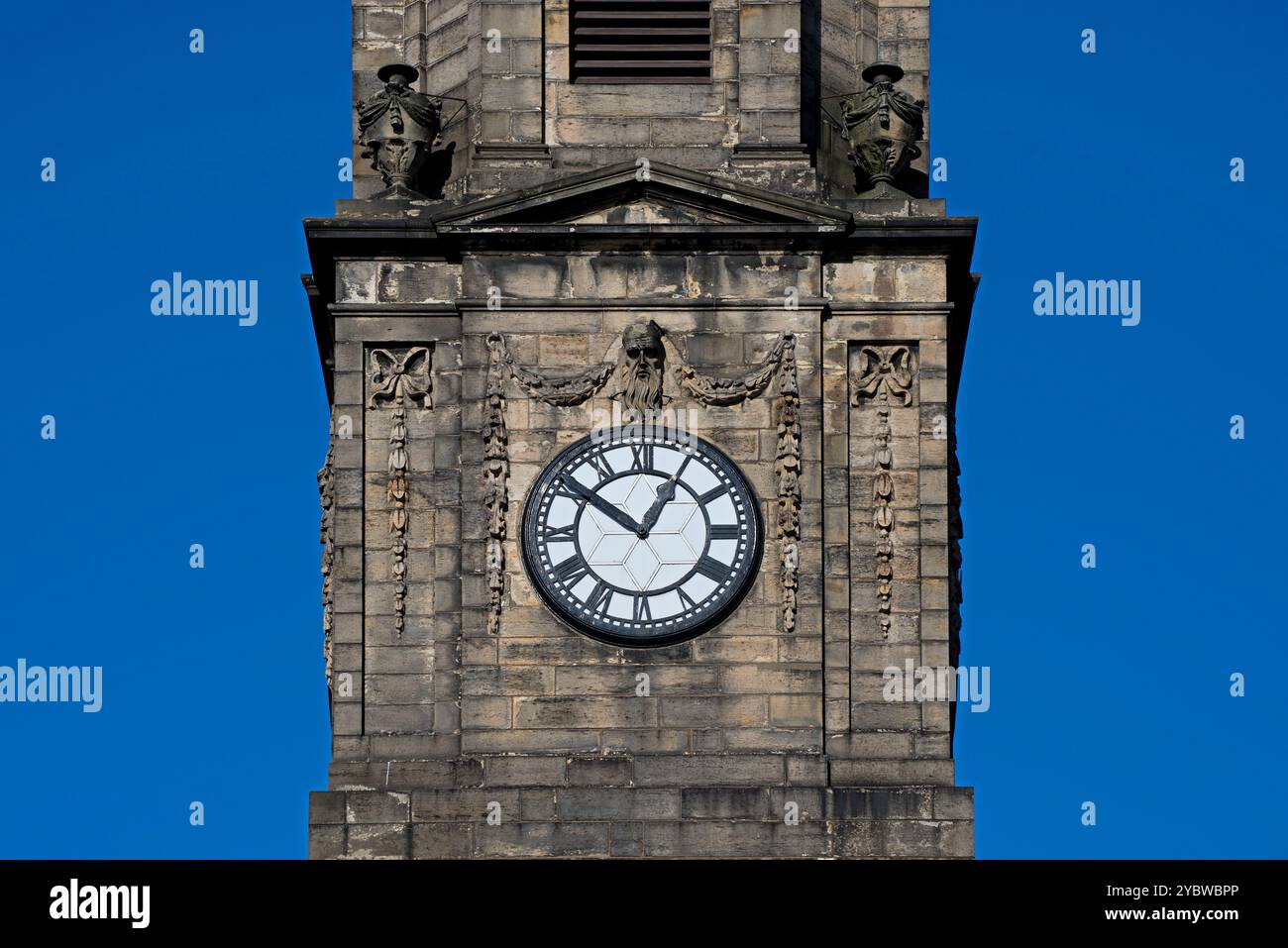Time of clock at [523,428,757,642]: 12:51
